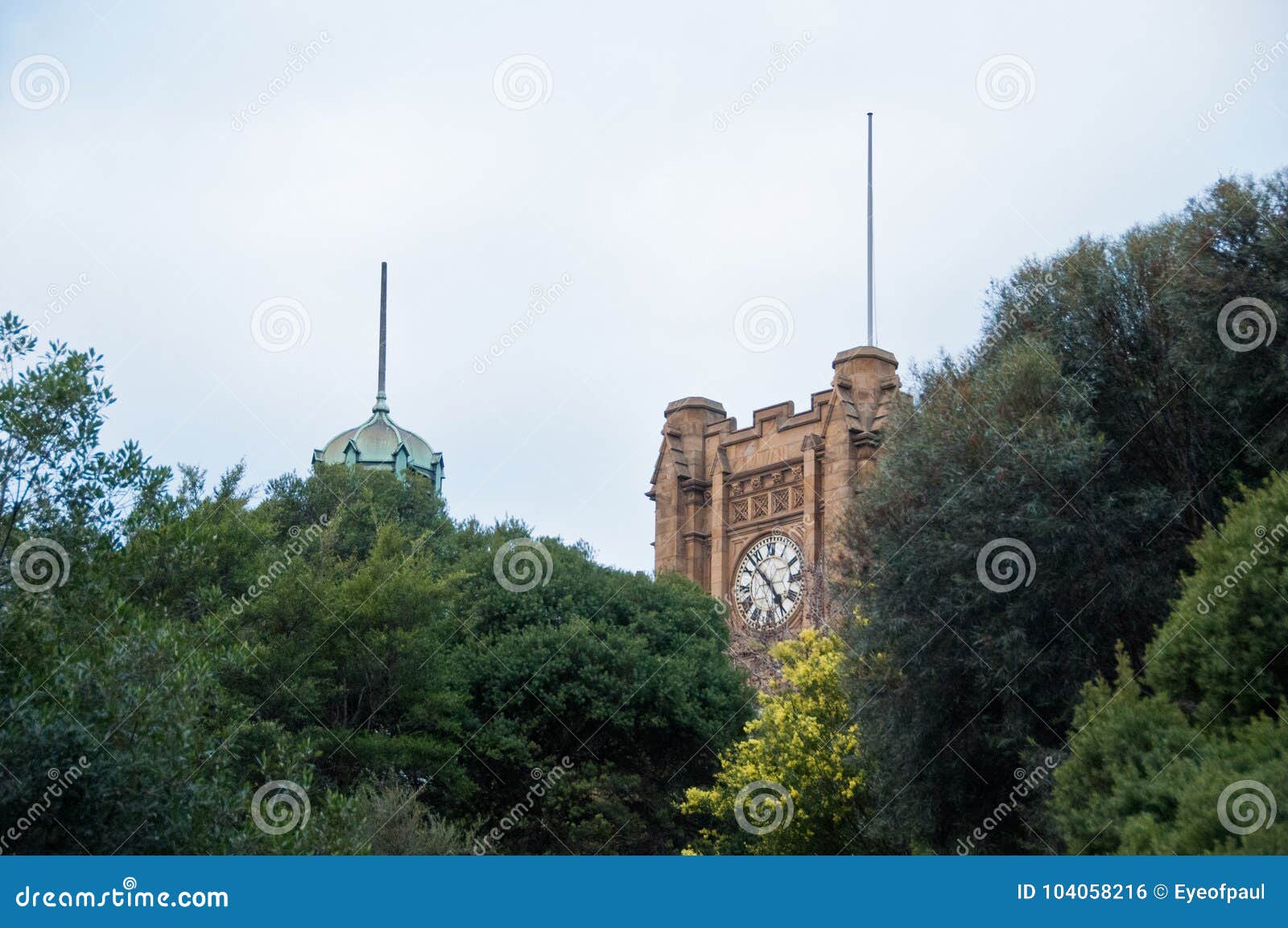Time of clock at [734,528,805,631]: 4:52
